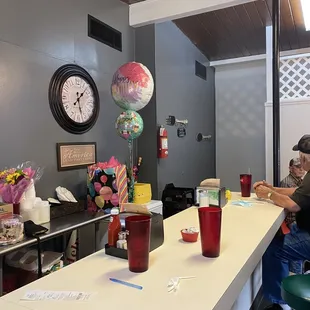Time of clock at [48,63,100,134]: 1:28
